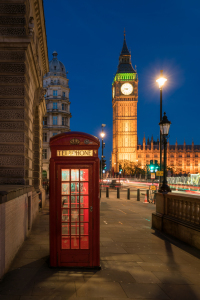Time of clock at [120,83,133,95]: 9:42
